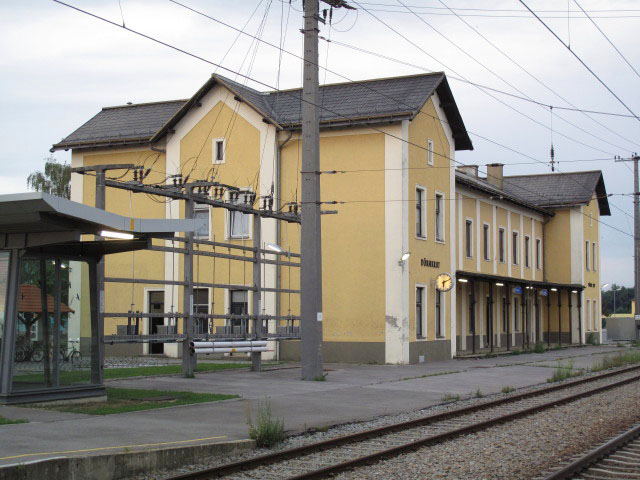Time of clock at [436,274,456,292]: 6:10
